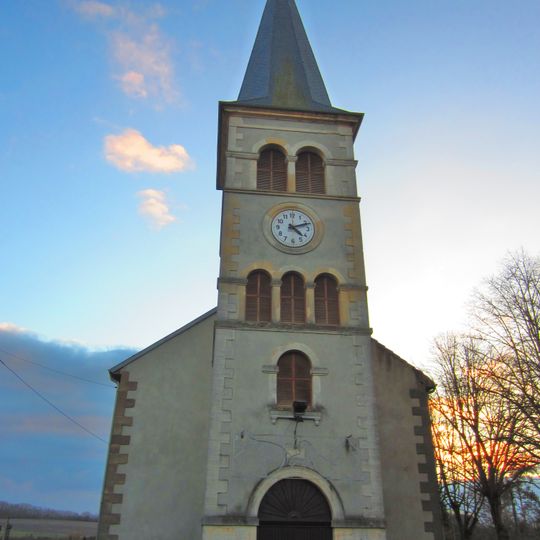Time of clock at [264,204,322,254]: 4:11
